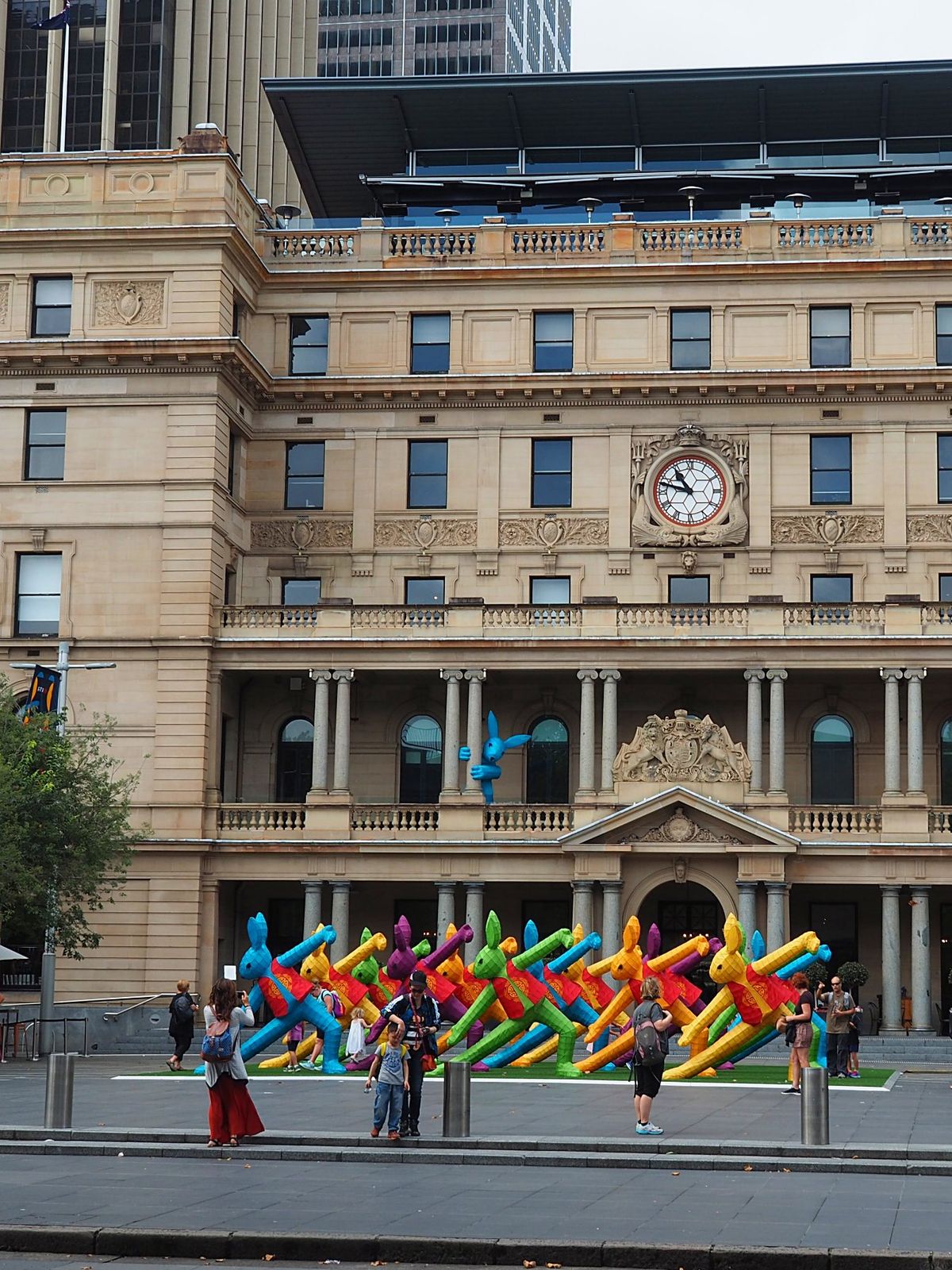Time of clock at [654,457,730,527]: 10:47
